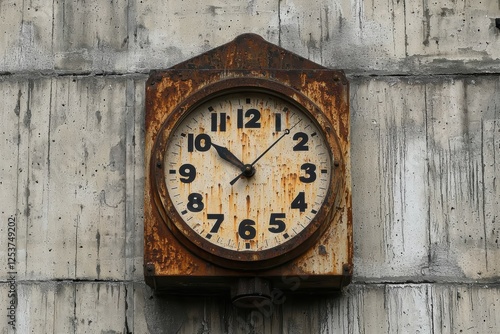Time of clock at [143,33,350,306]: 10:07
